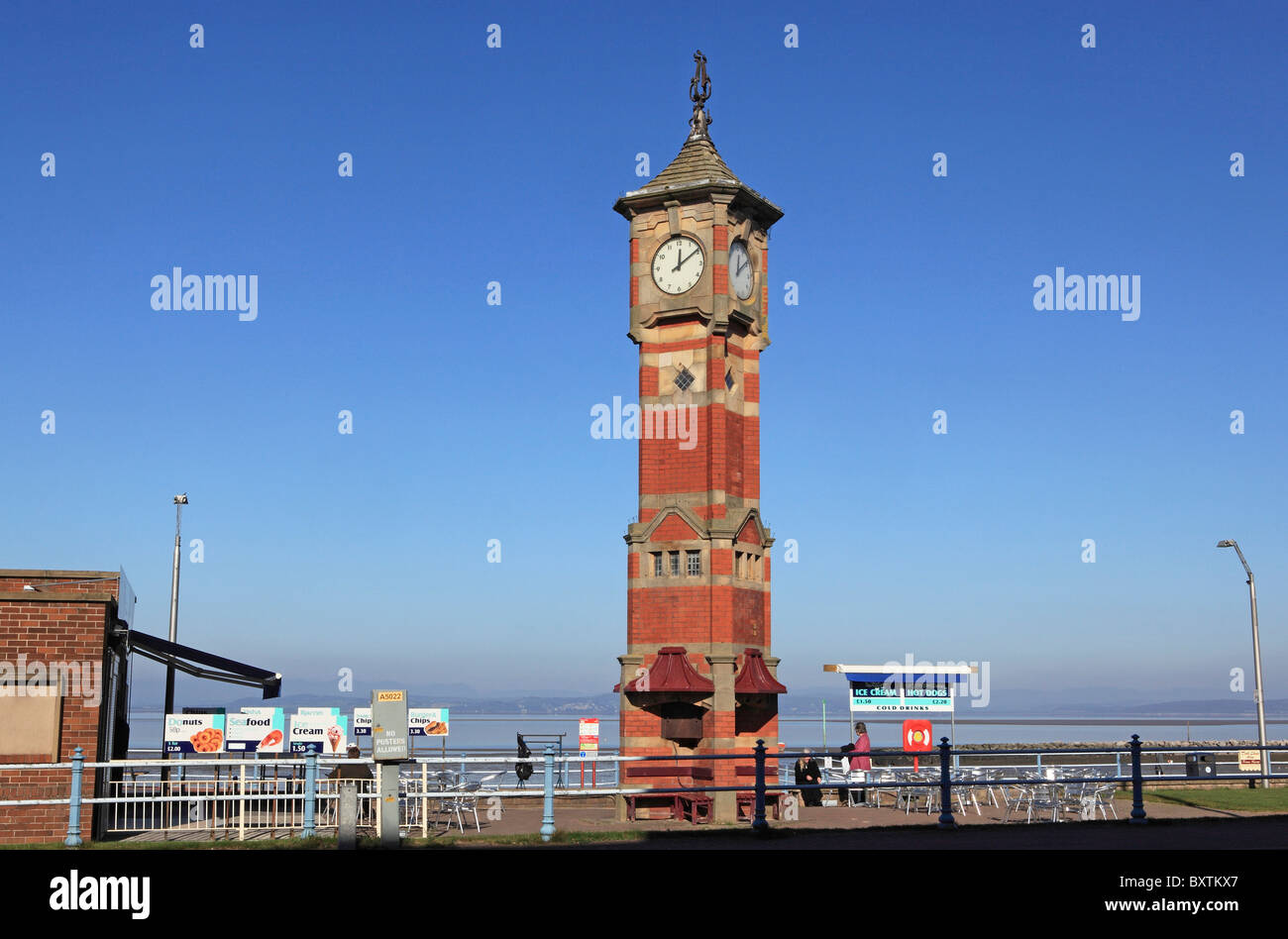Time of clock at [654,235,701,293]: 12:09
